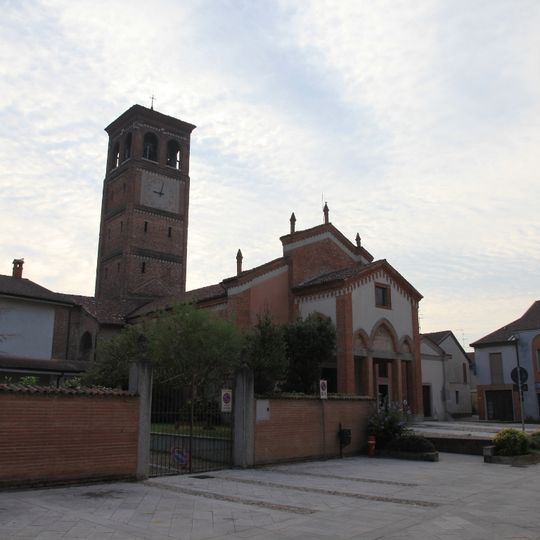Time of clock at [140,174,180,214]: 9:01
